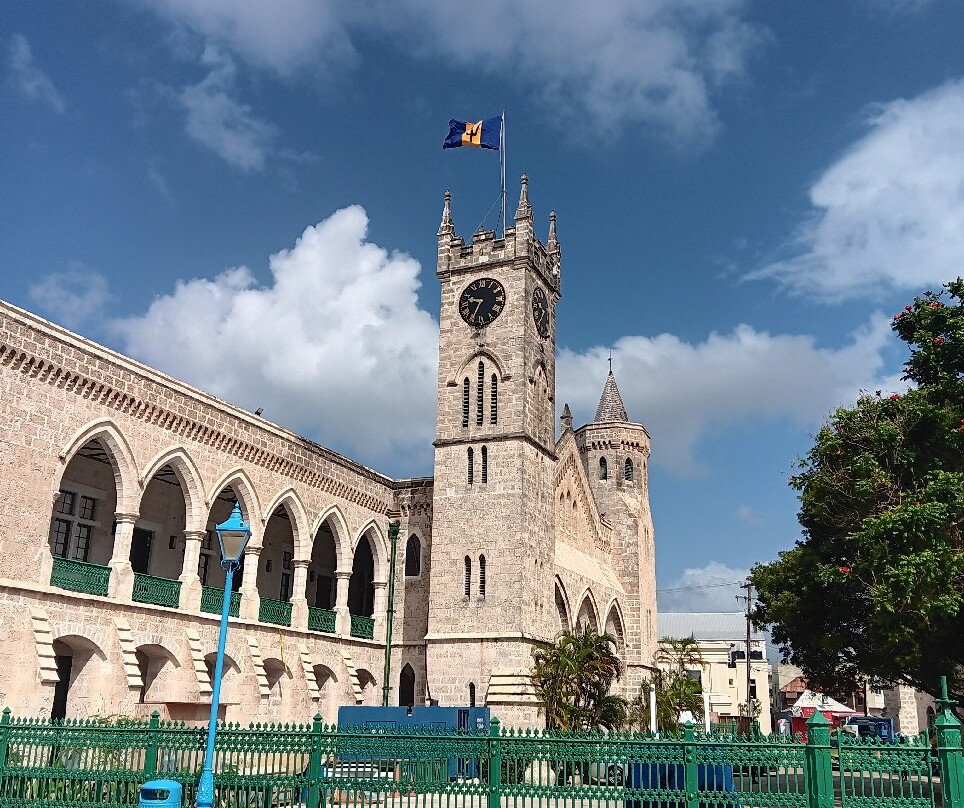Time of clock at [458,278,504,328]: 9:34
